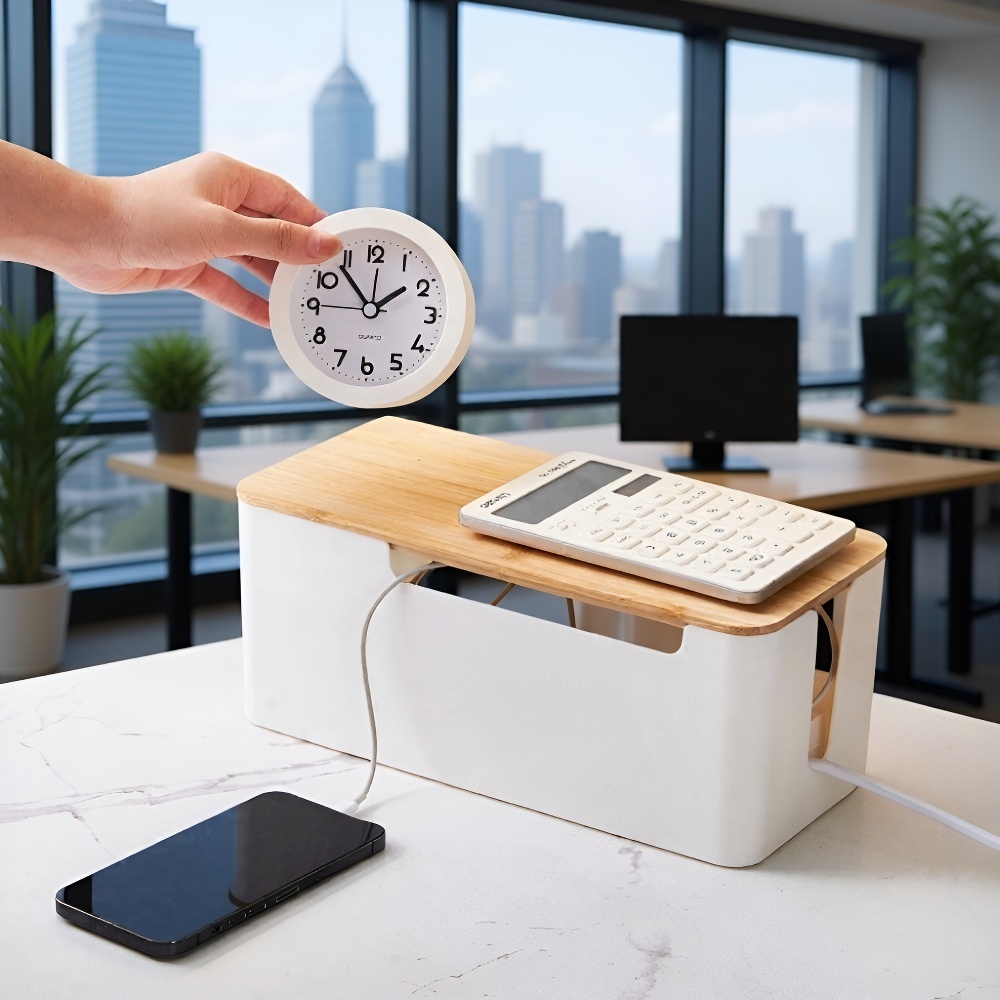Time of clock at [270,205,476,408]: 1:53
